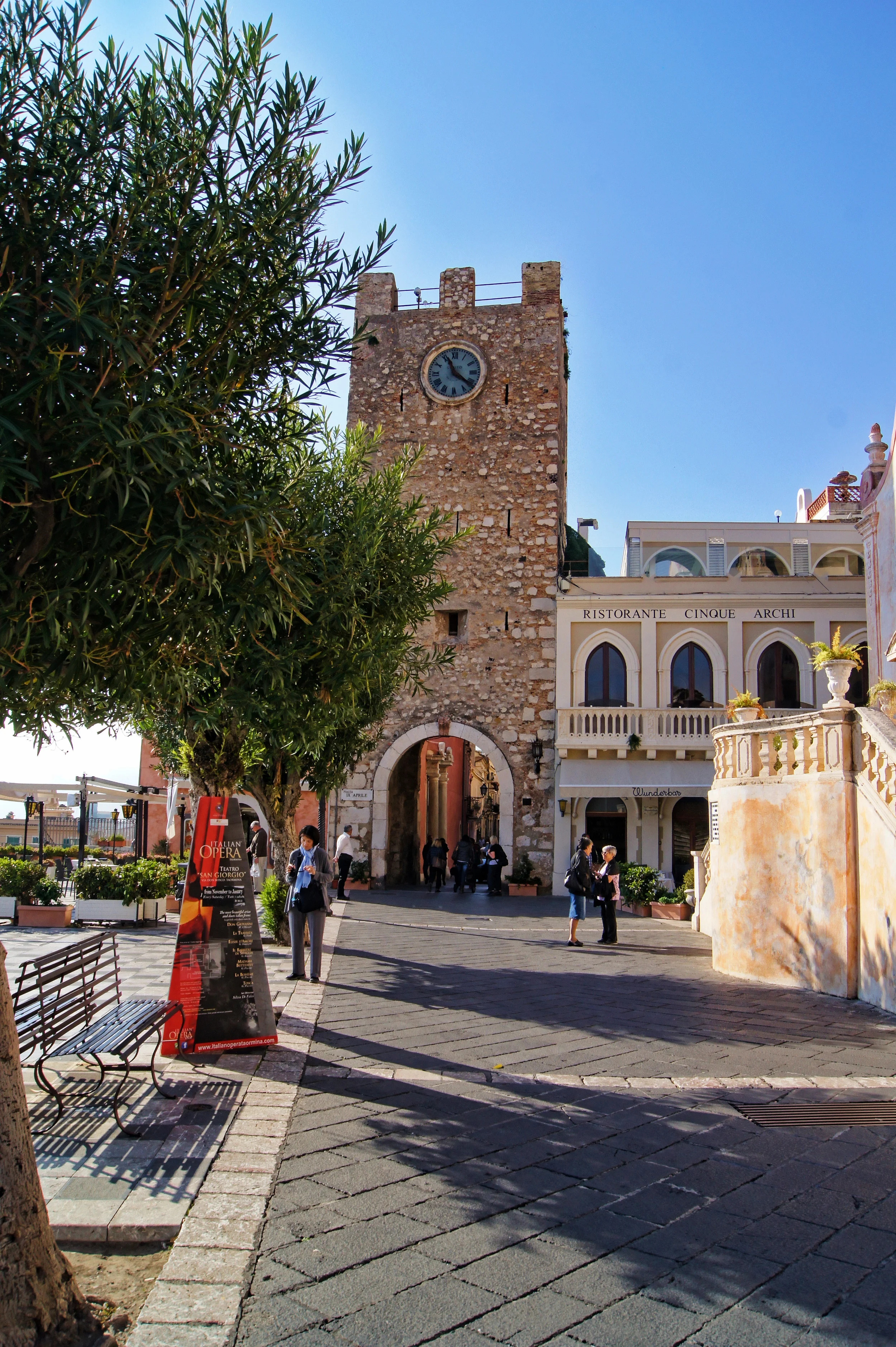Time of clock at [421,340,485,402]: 11:21
